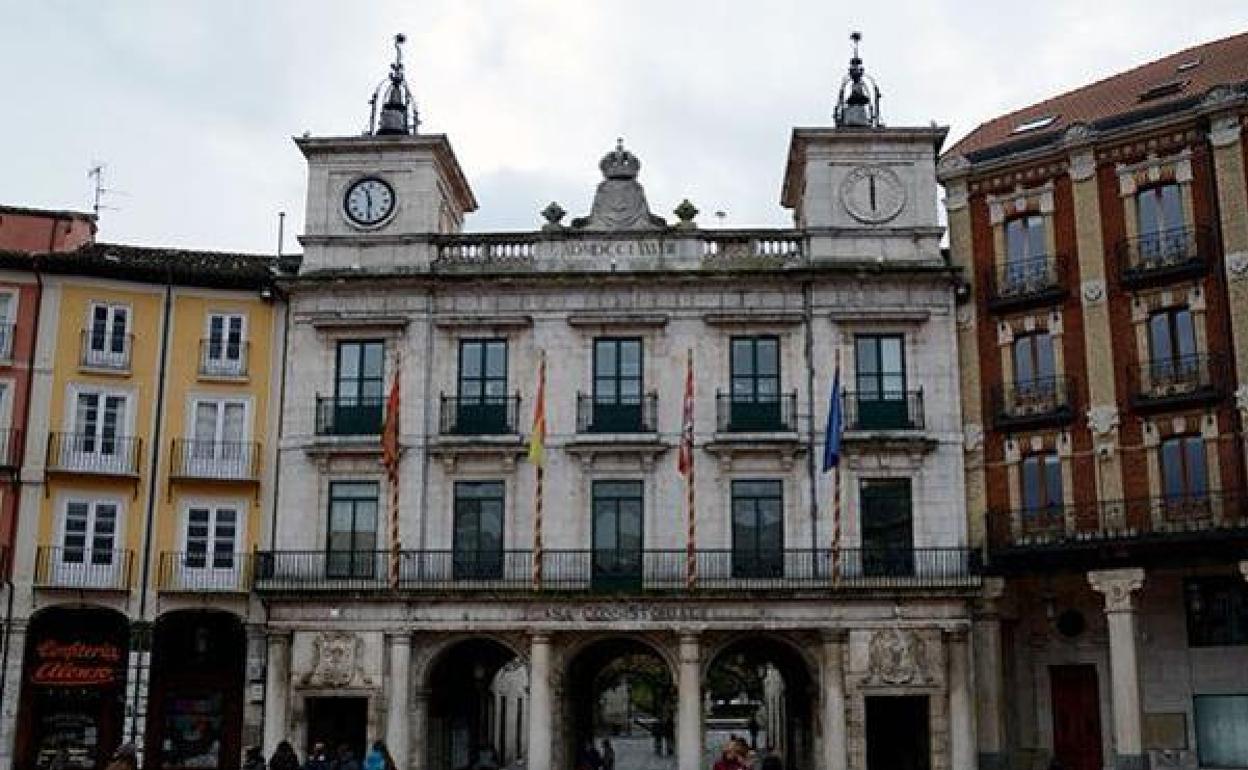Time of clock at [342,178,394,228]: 11:29
